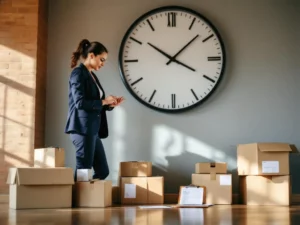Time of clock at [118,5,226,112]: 10:07
